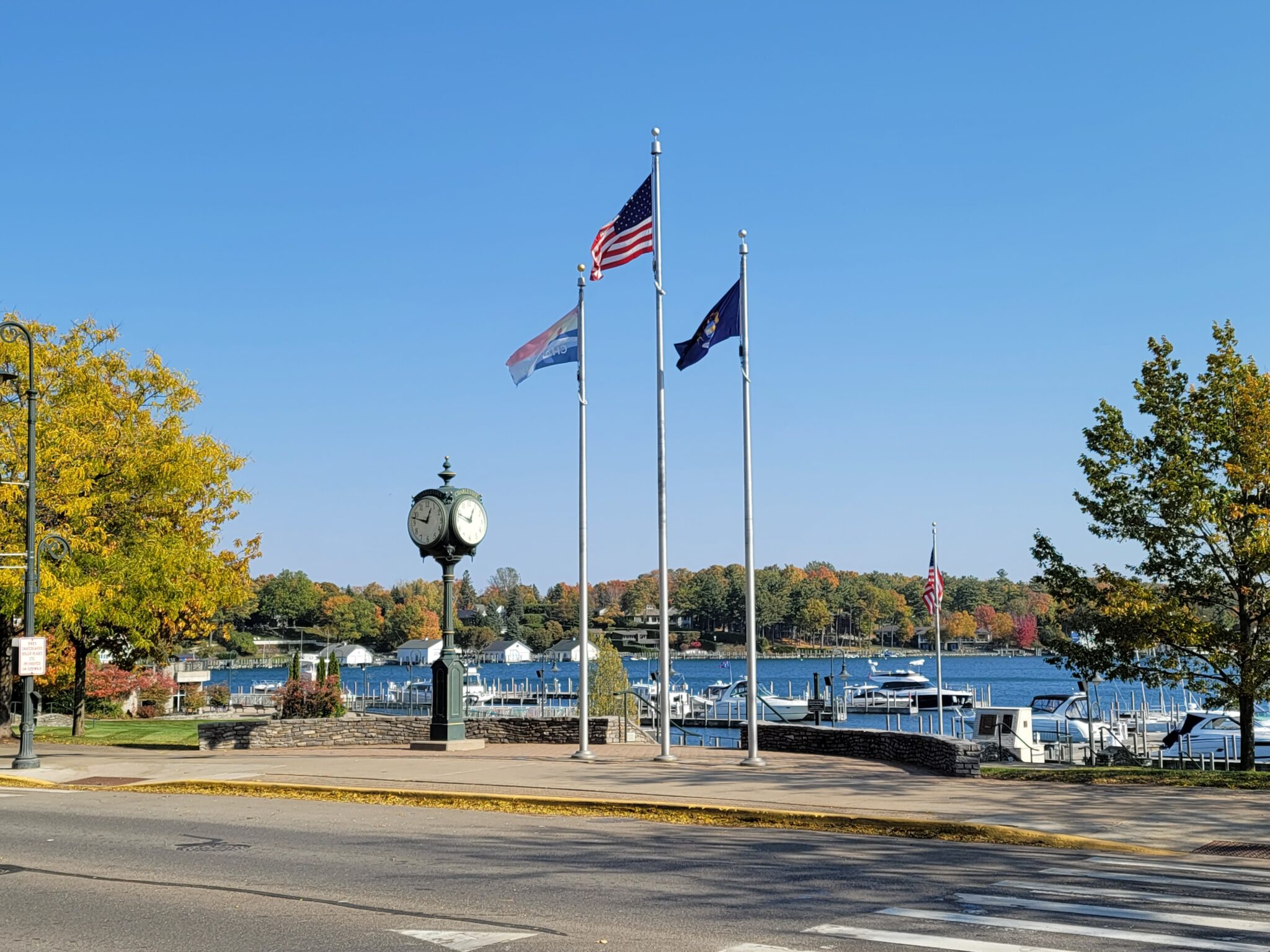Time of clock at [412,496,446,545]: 12:47
